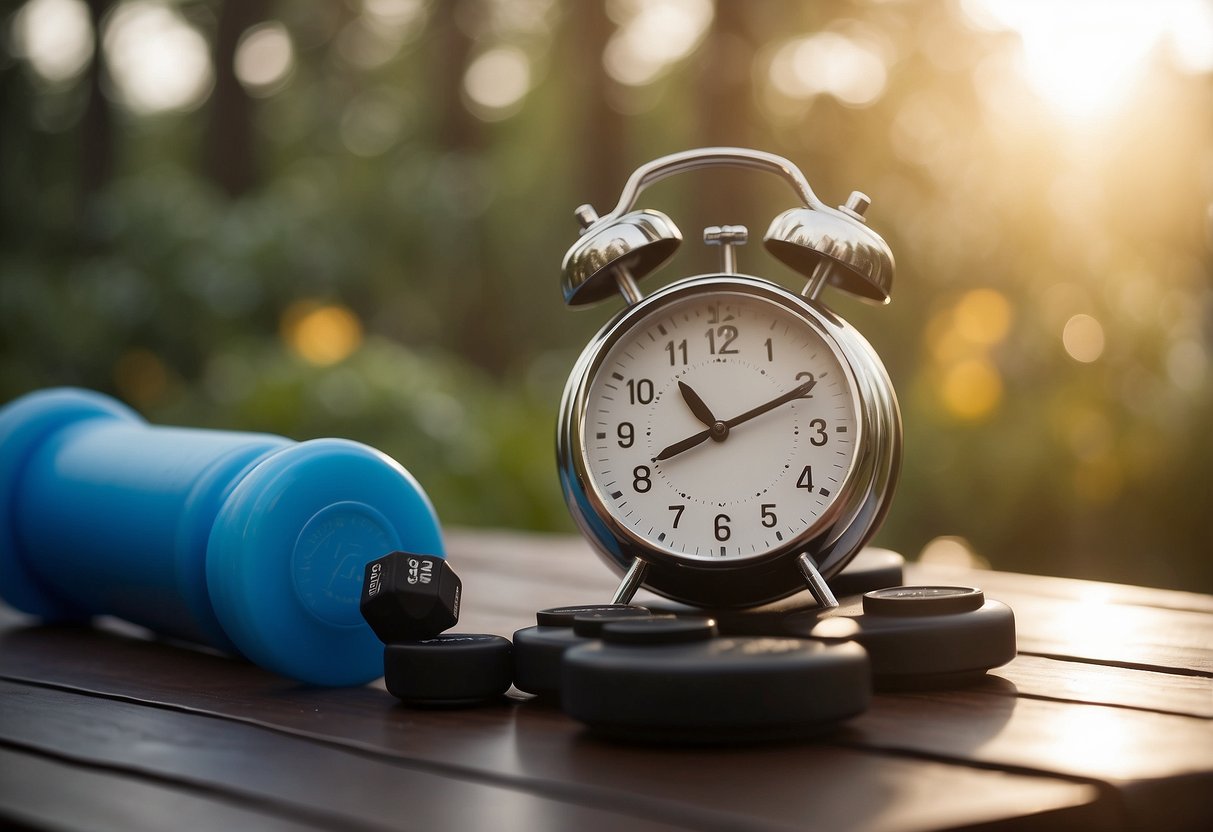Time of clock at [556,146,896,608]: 10:41
